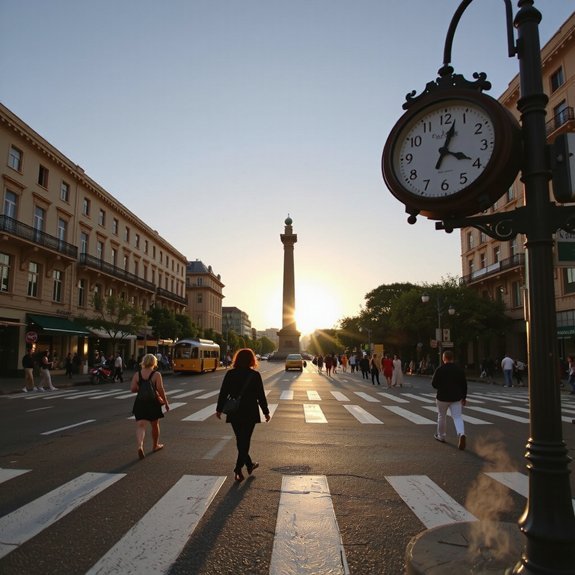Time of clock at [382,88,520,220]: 4:03
